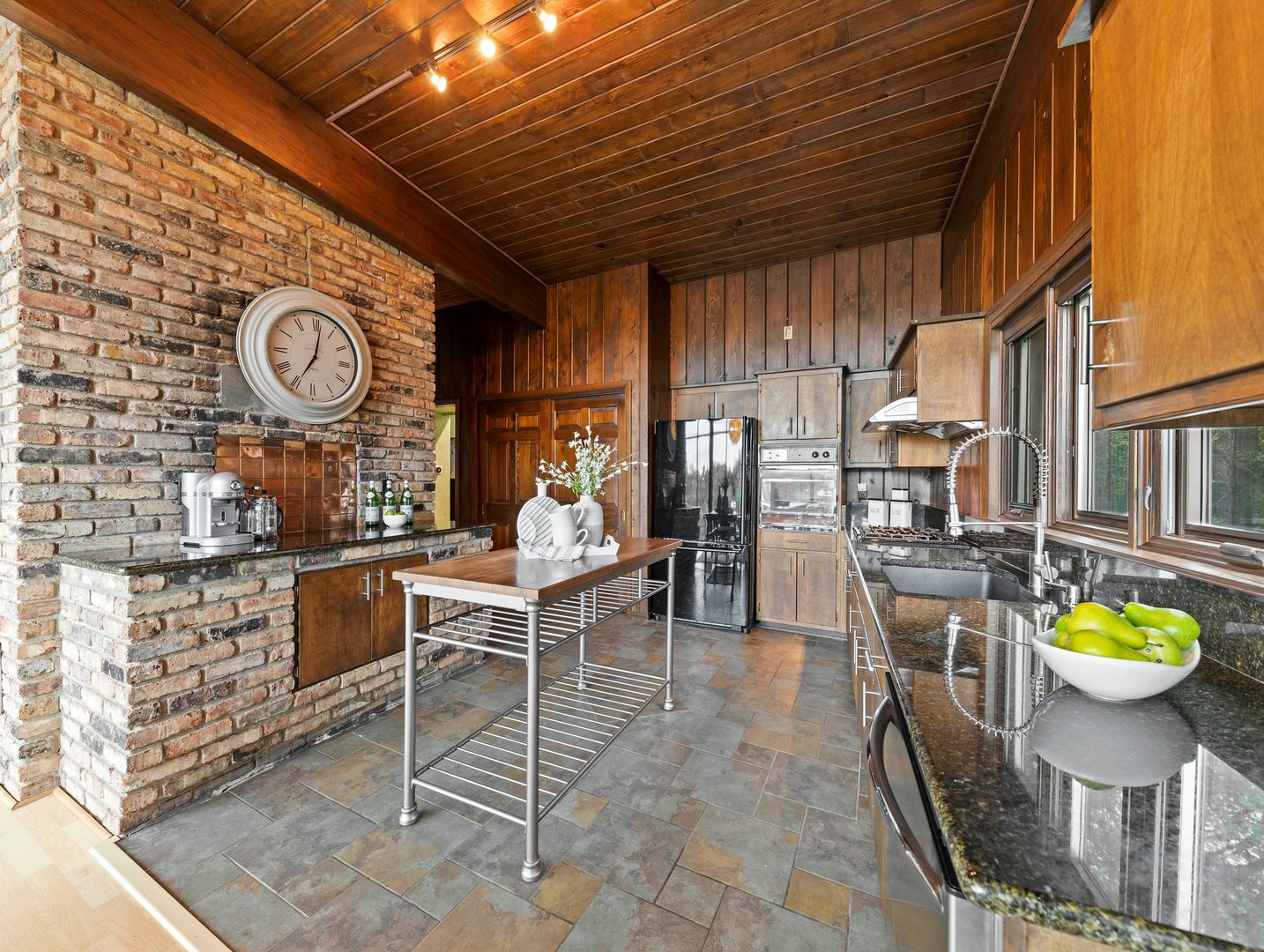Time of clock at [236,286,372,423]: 7:01
